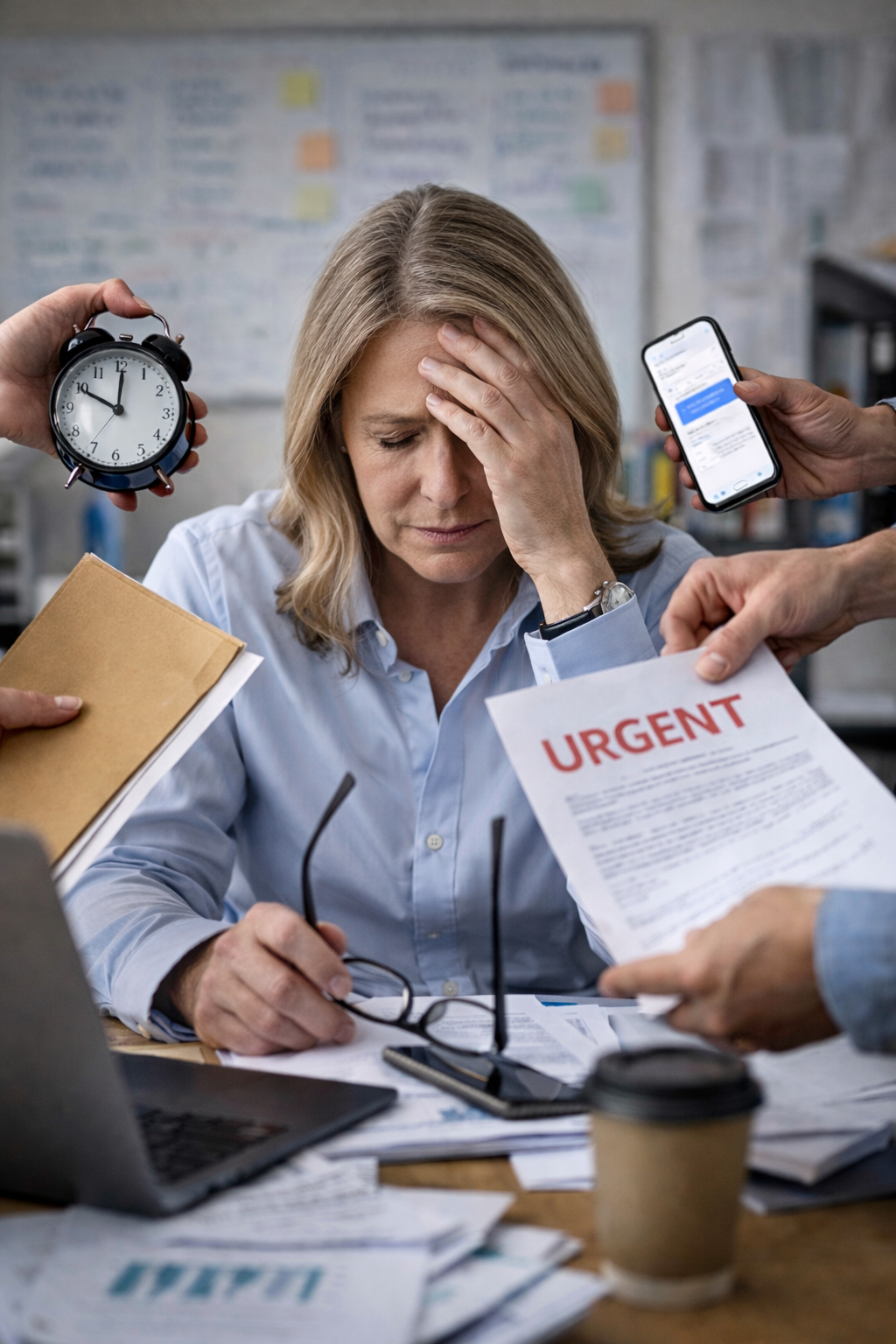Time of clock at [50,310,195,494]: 10:00
